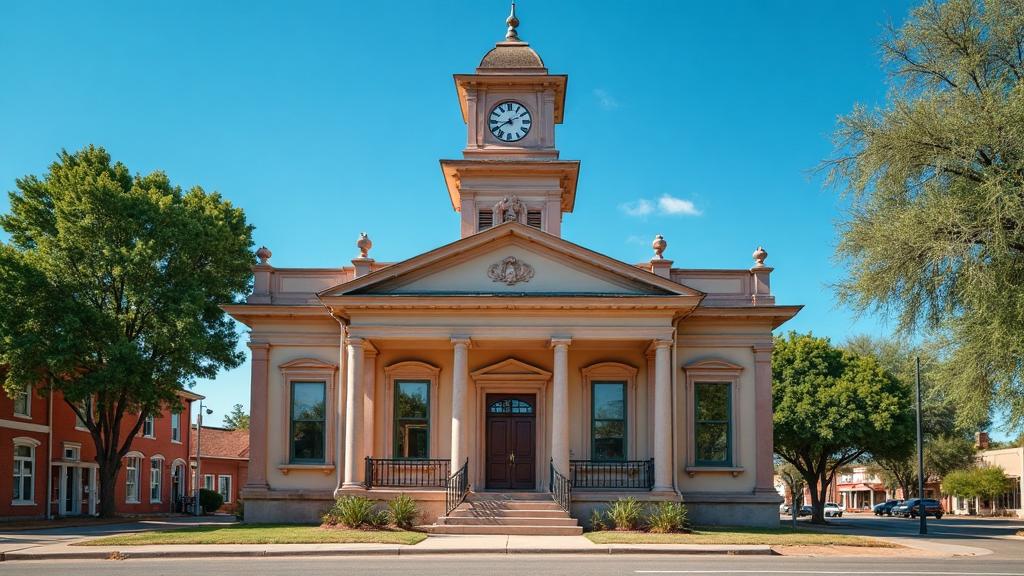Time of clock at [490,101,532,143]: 8:39
